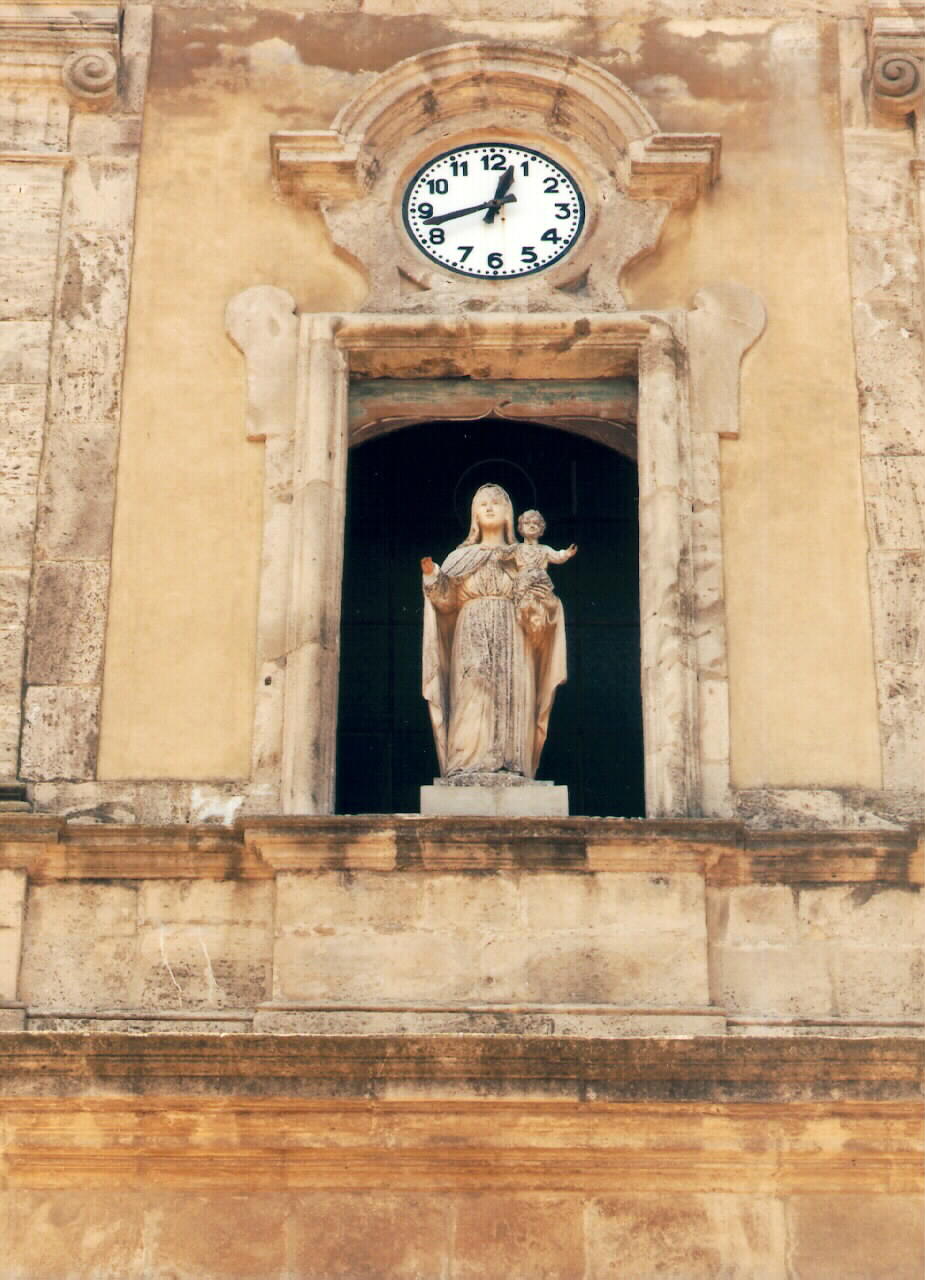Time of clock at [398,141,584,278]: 12:42
